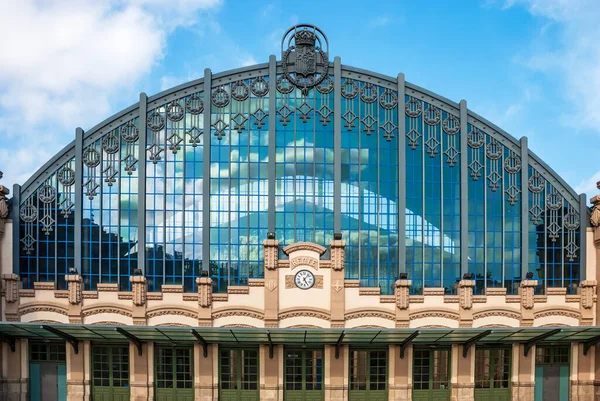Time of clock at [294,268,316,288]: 5:06
